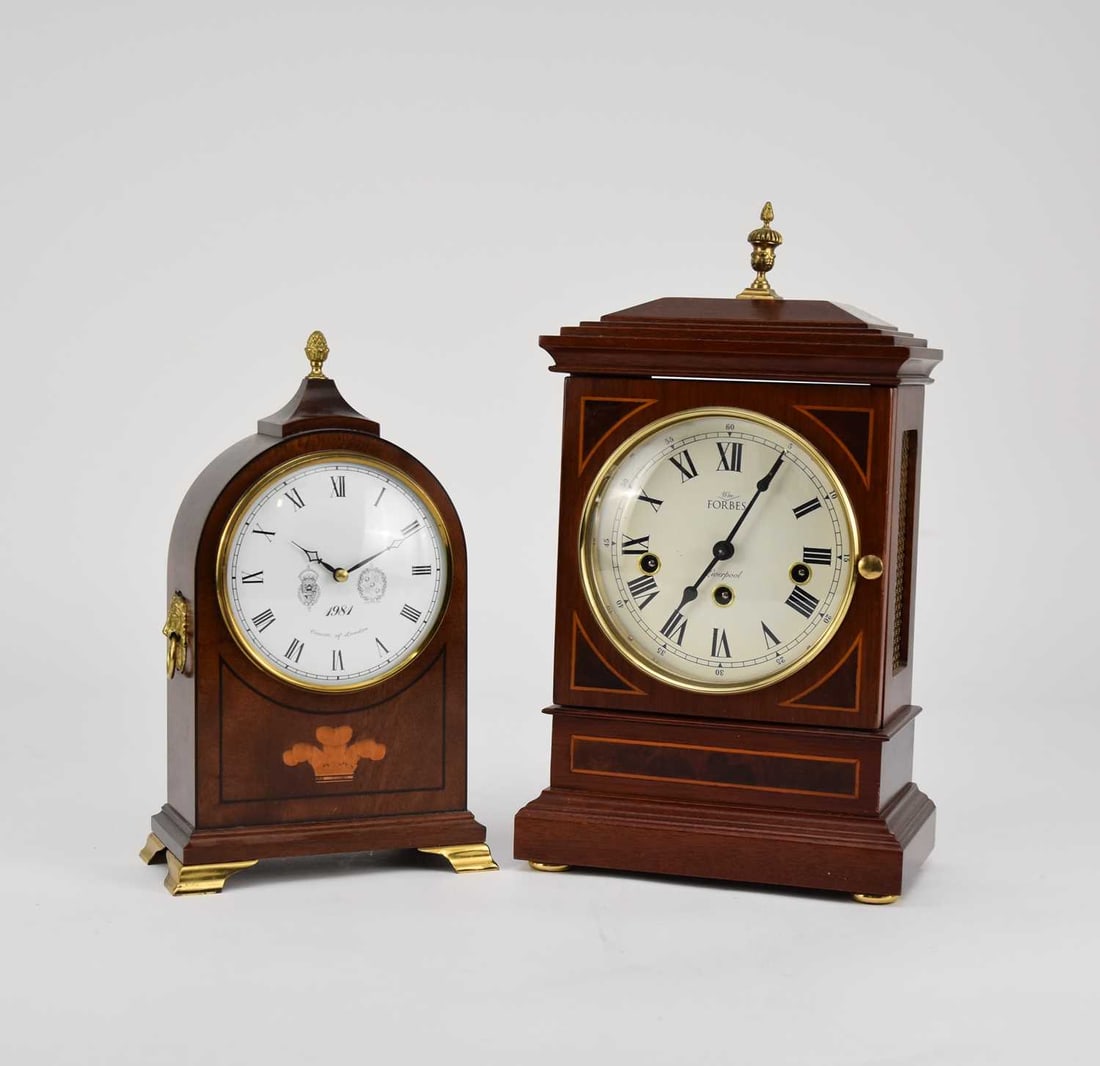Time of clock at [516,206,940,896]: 7:05
